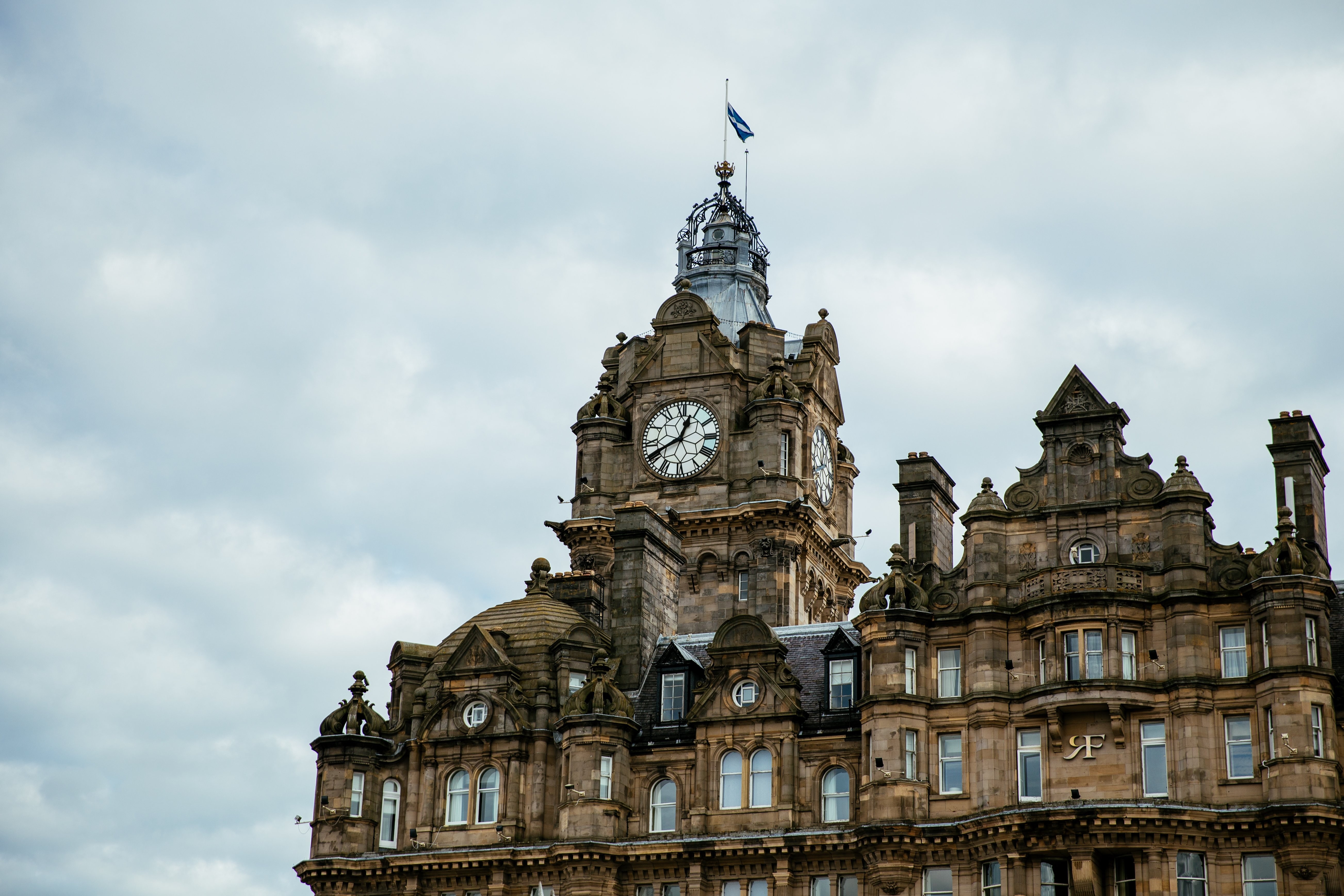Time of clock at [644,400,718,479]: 12:40
